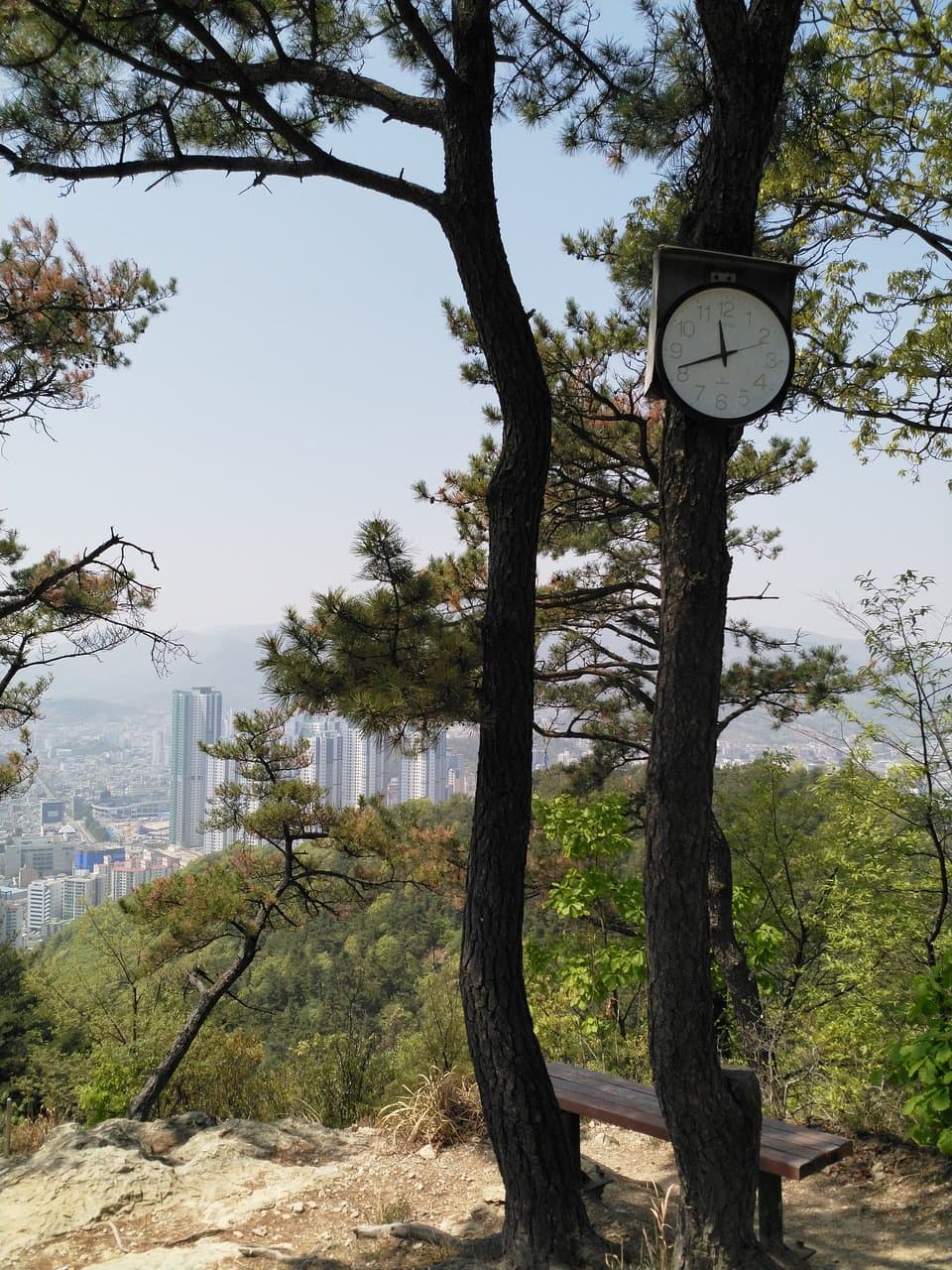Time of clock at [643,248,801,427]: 11:41
